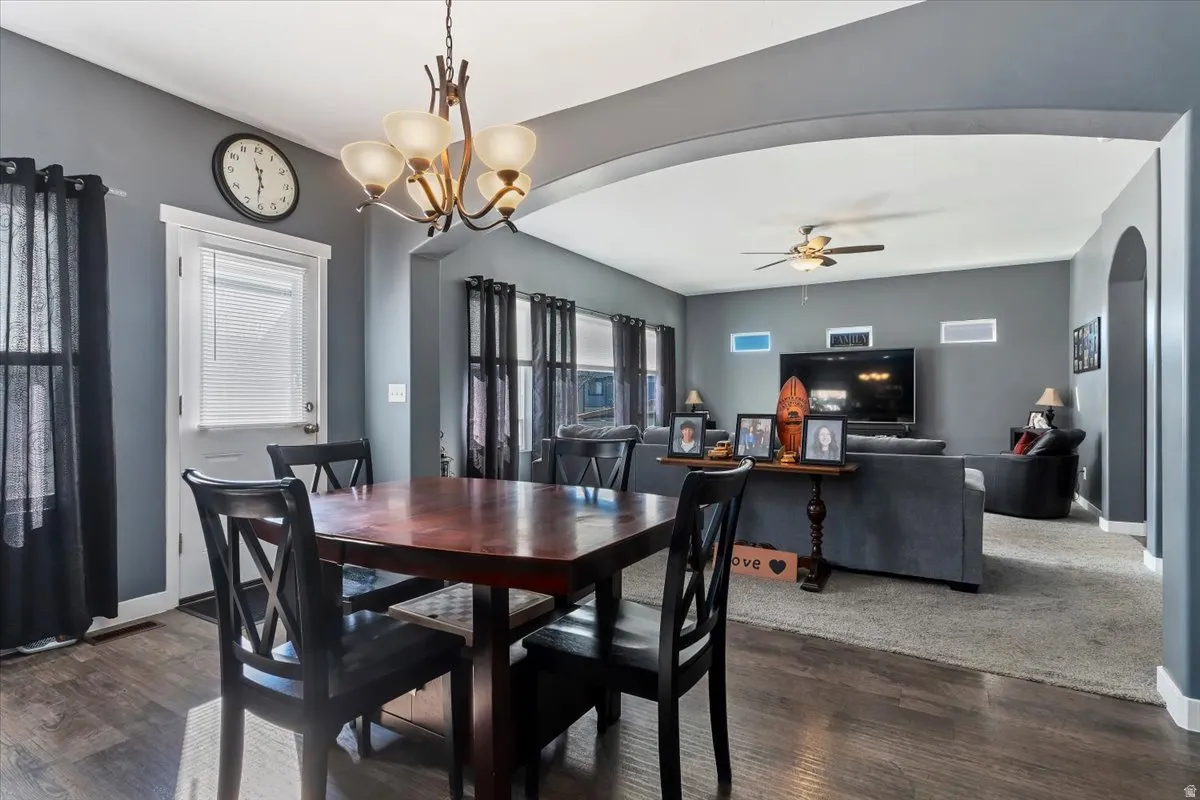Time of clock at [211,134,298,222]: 11:31
